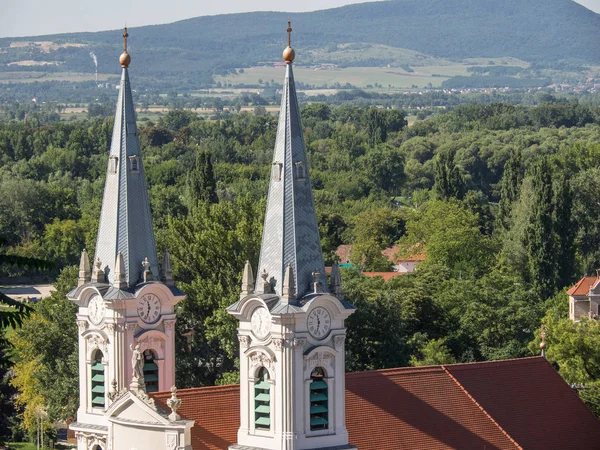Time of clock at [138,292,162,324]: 11:33
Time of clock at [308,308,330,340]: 11:32
